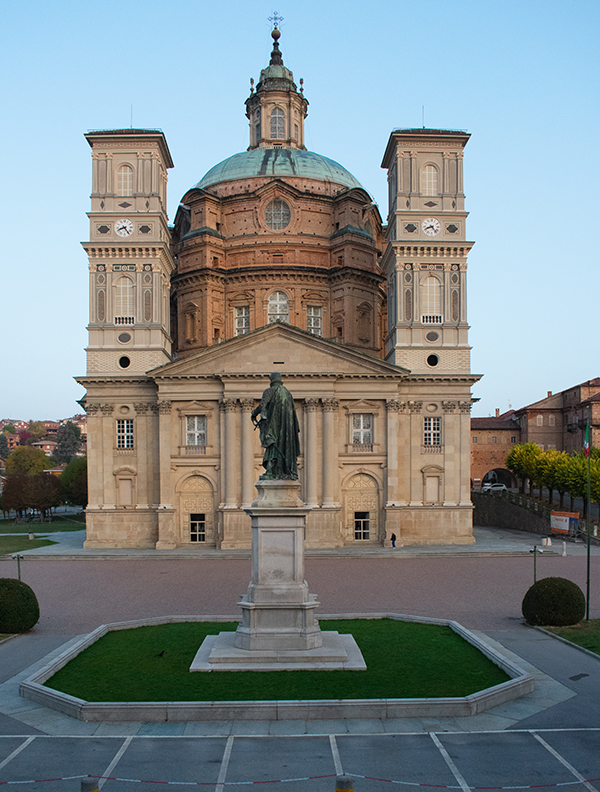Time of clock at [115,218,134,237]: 8:24
